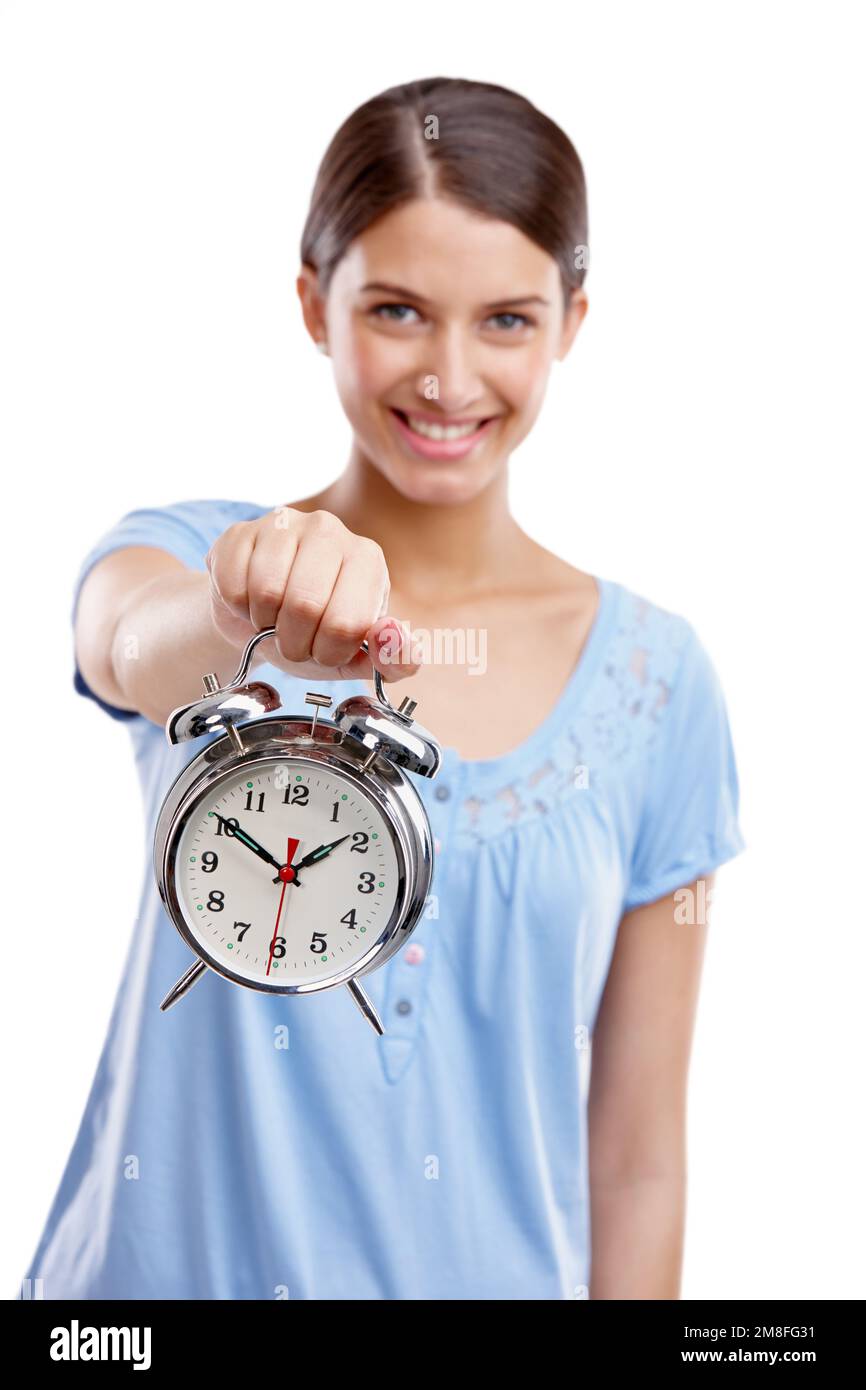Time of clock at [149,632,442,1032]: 1:50
